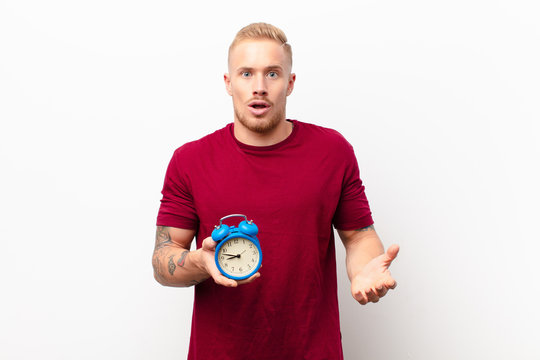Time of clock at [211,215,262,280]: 8:47
